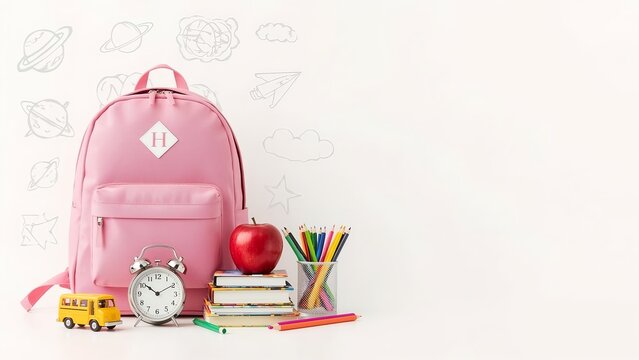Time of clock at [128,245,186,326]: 10:10
